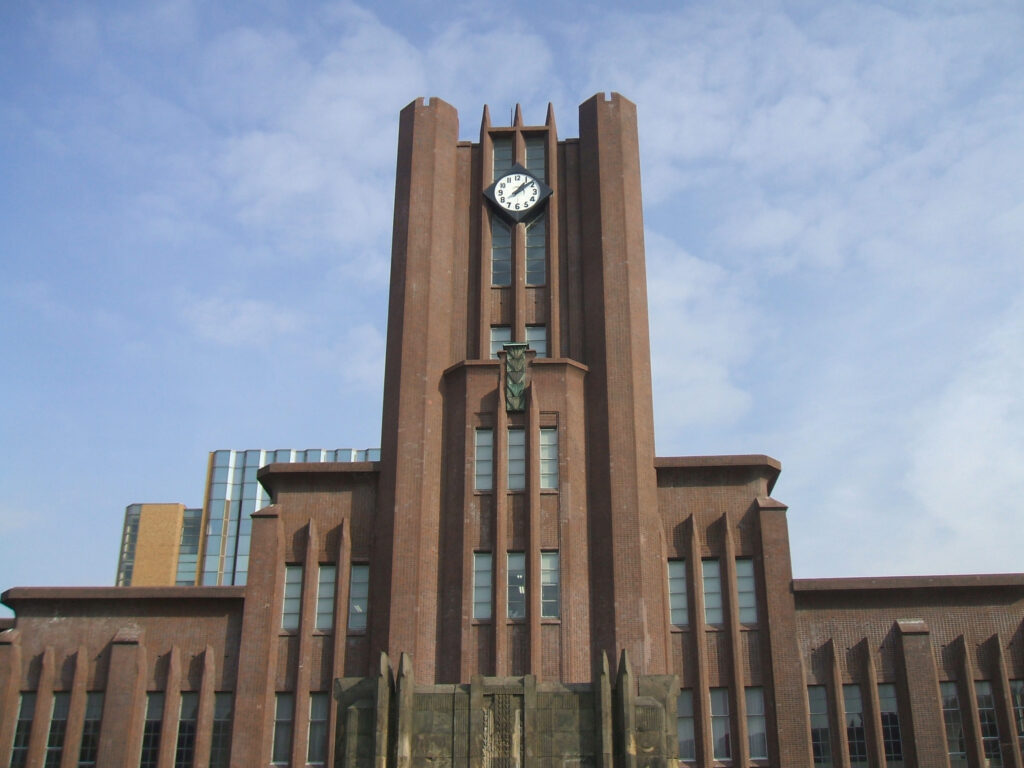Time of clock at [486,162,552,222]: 1:08
